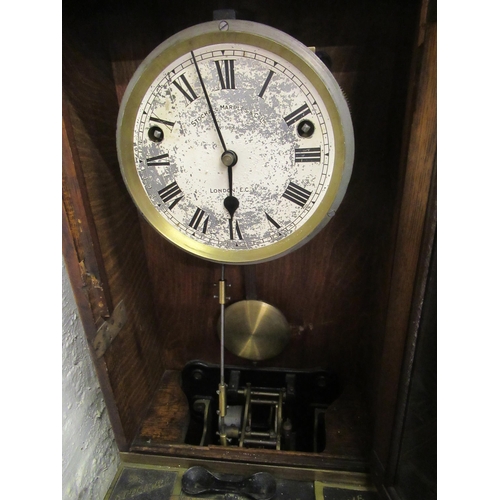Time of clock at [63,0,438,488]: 5:57
